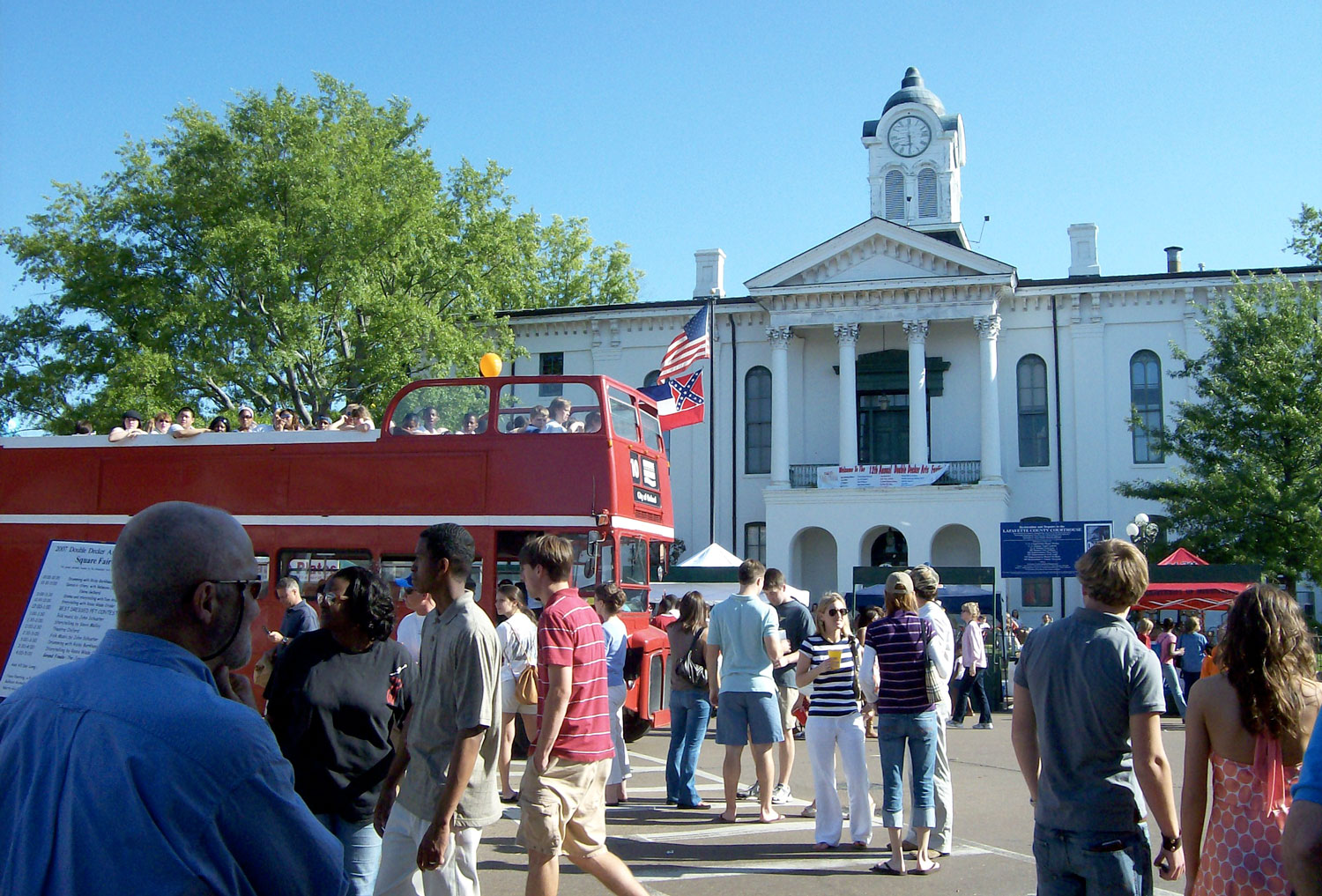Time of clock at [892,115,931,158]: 5:59
